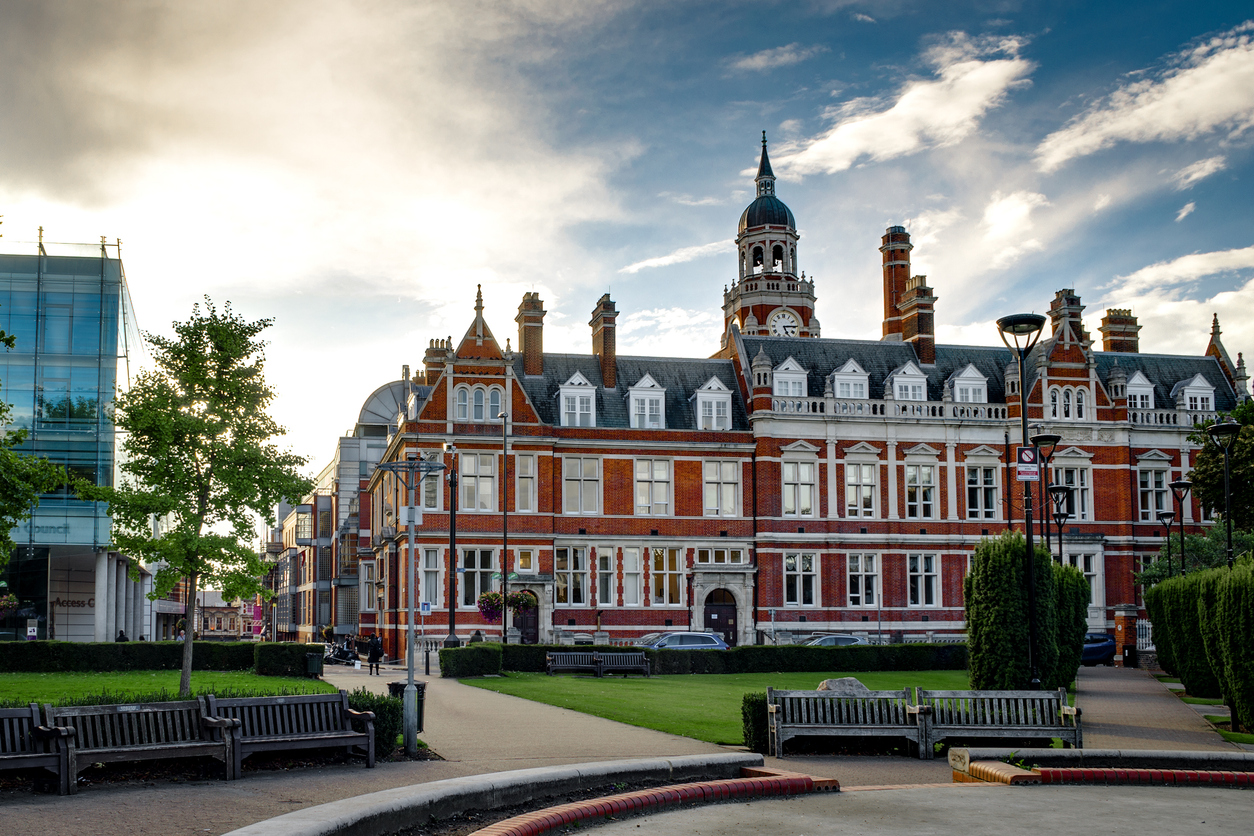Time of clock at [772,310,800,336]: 5:14
